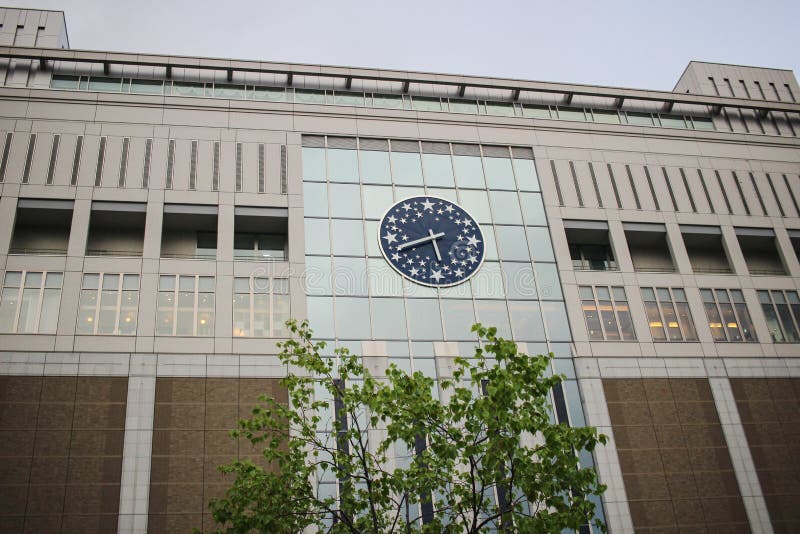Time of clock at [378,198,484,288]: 5:41
